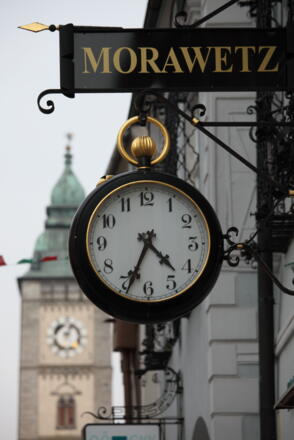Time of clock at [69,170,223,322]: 4:34
